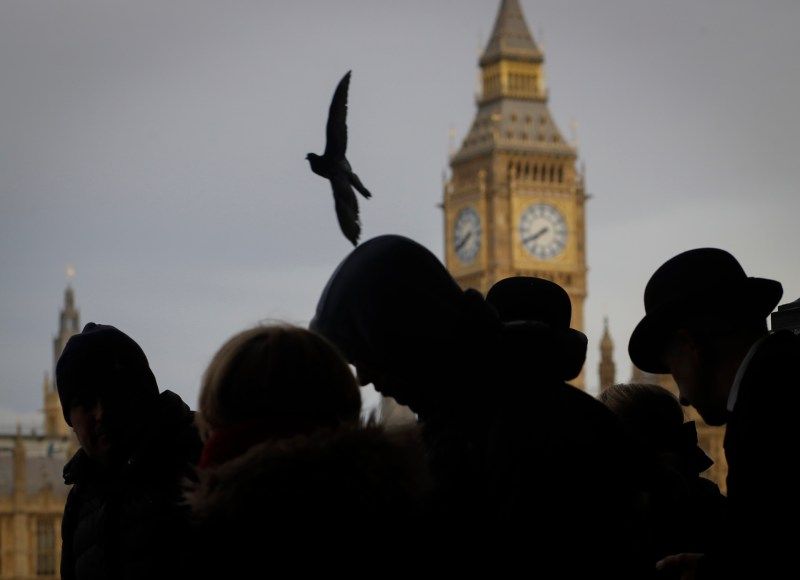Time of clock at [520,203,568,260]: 7:40
